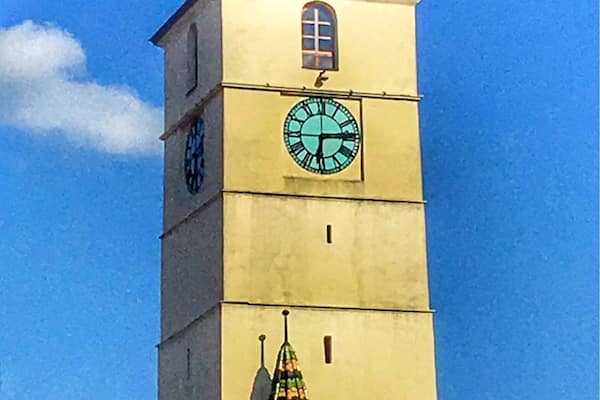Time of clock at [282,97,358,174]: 6:14
